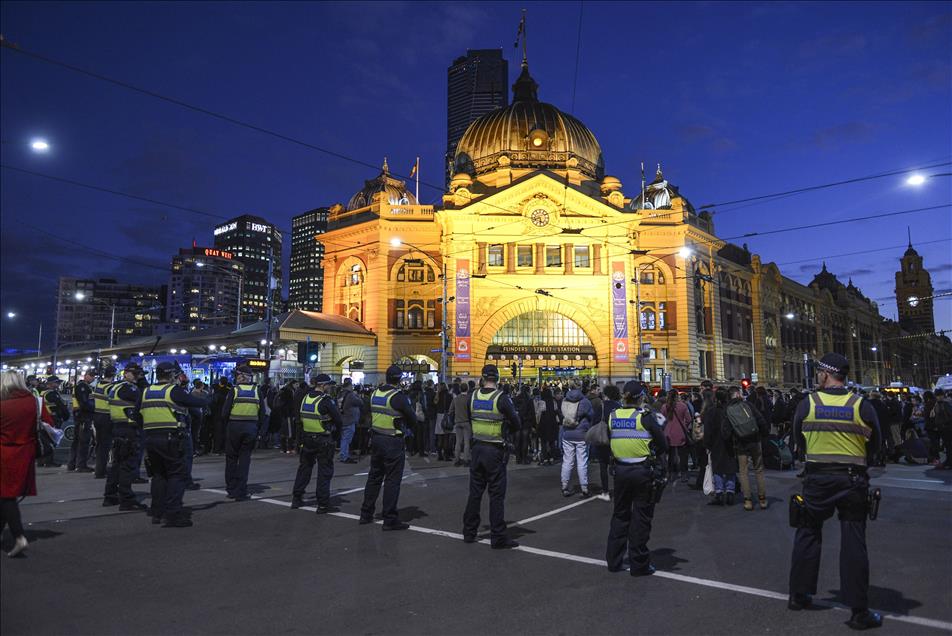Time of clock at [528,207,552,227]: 5:42
